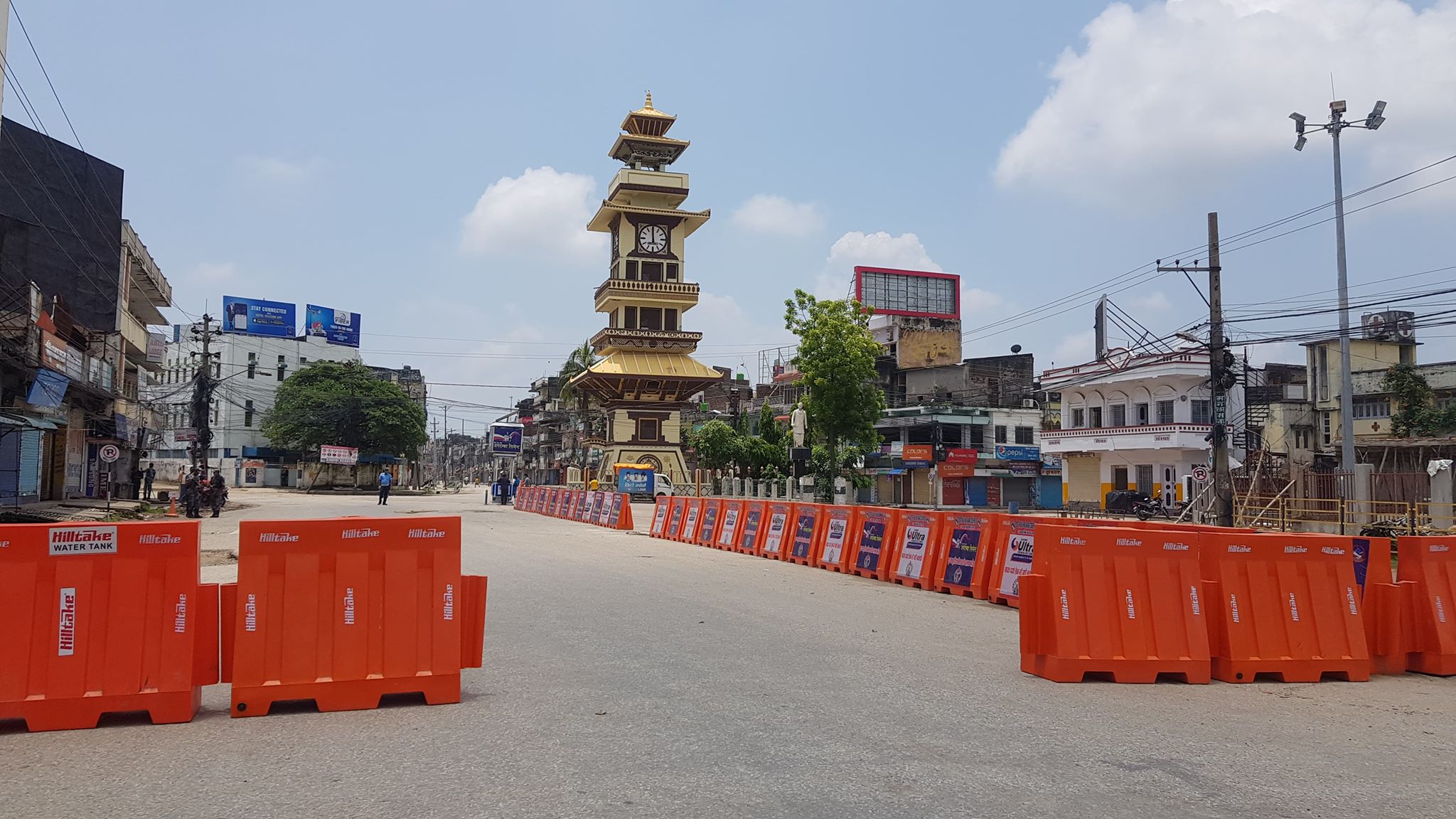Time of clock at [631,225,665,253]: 11:59
